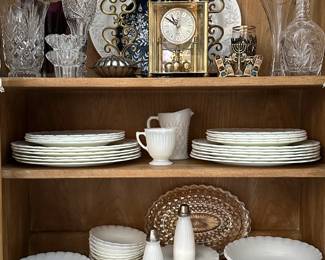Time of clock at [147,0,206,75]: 10:50
